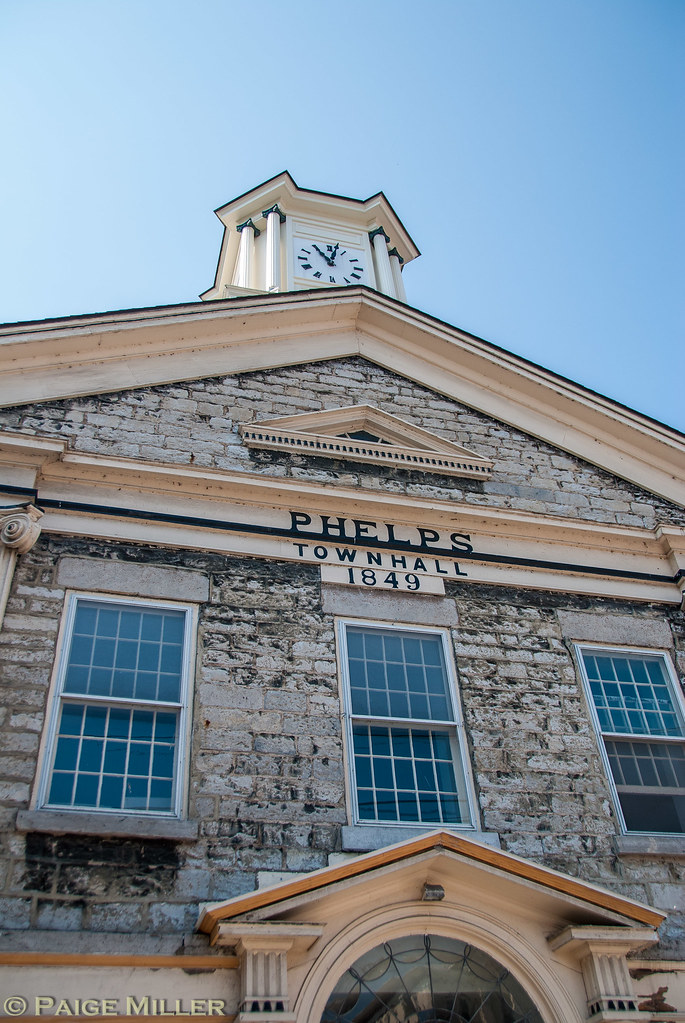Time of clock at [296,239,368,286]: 11:02
